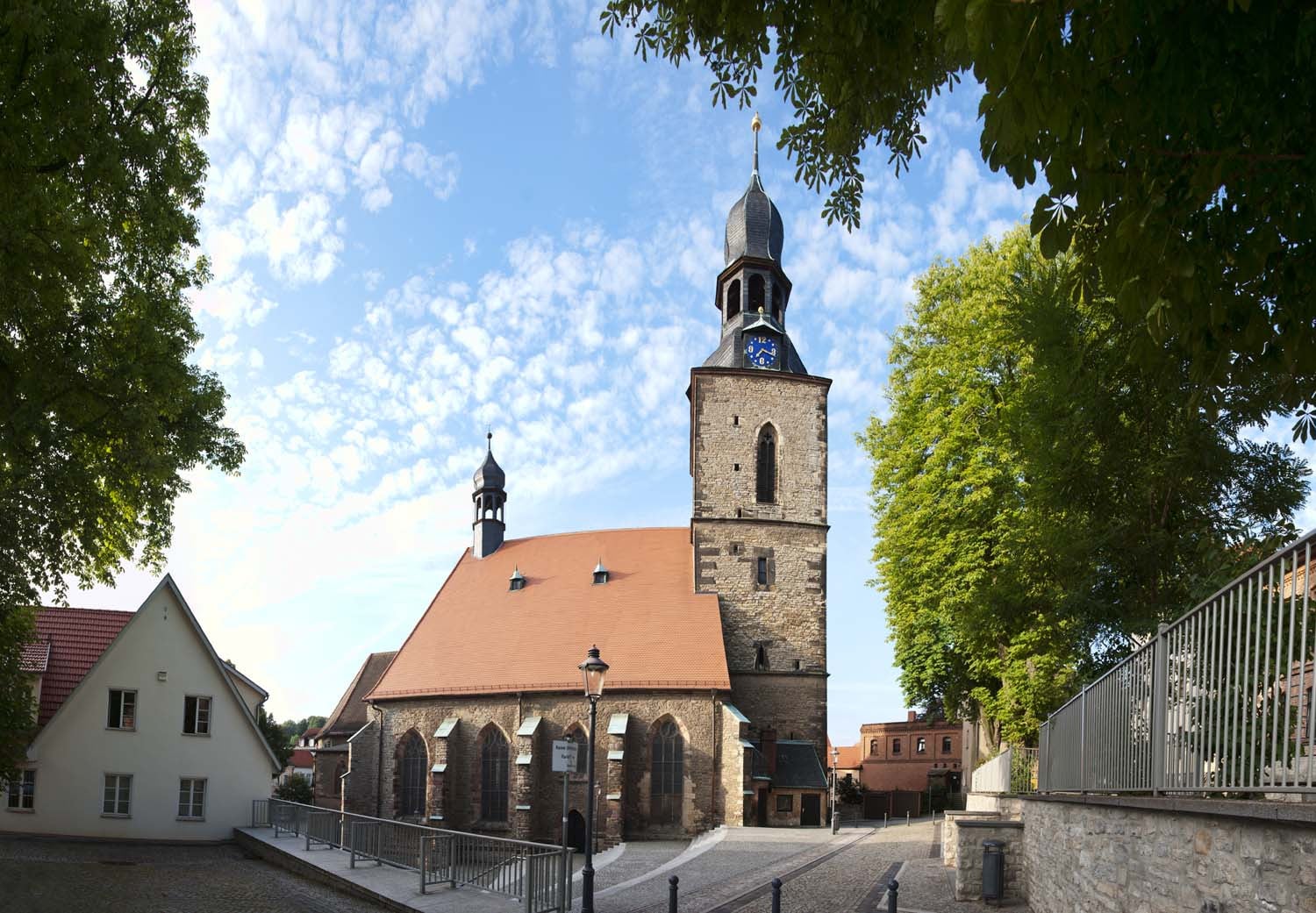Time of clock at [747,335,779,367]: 7:18
